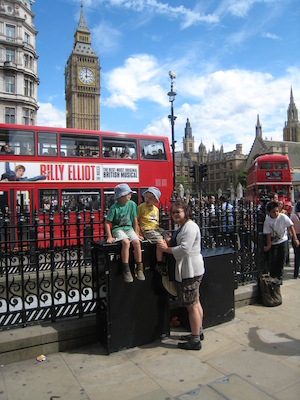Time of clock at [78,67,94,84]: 3:00
